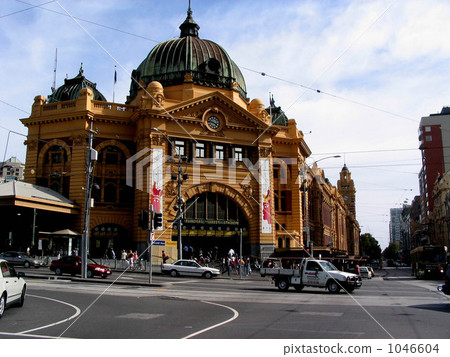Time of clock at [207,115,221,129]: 3:46
